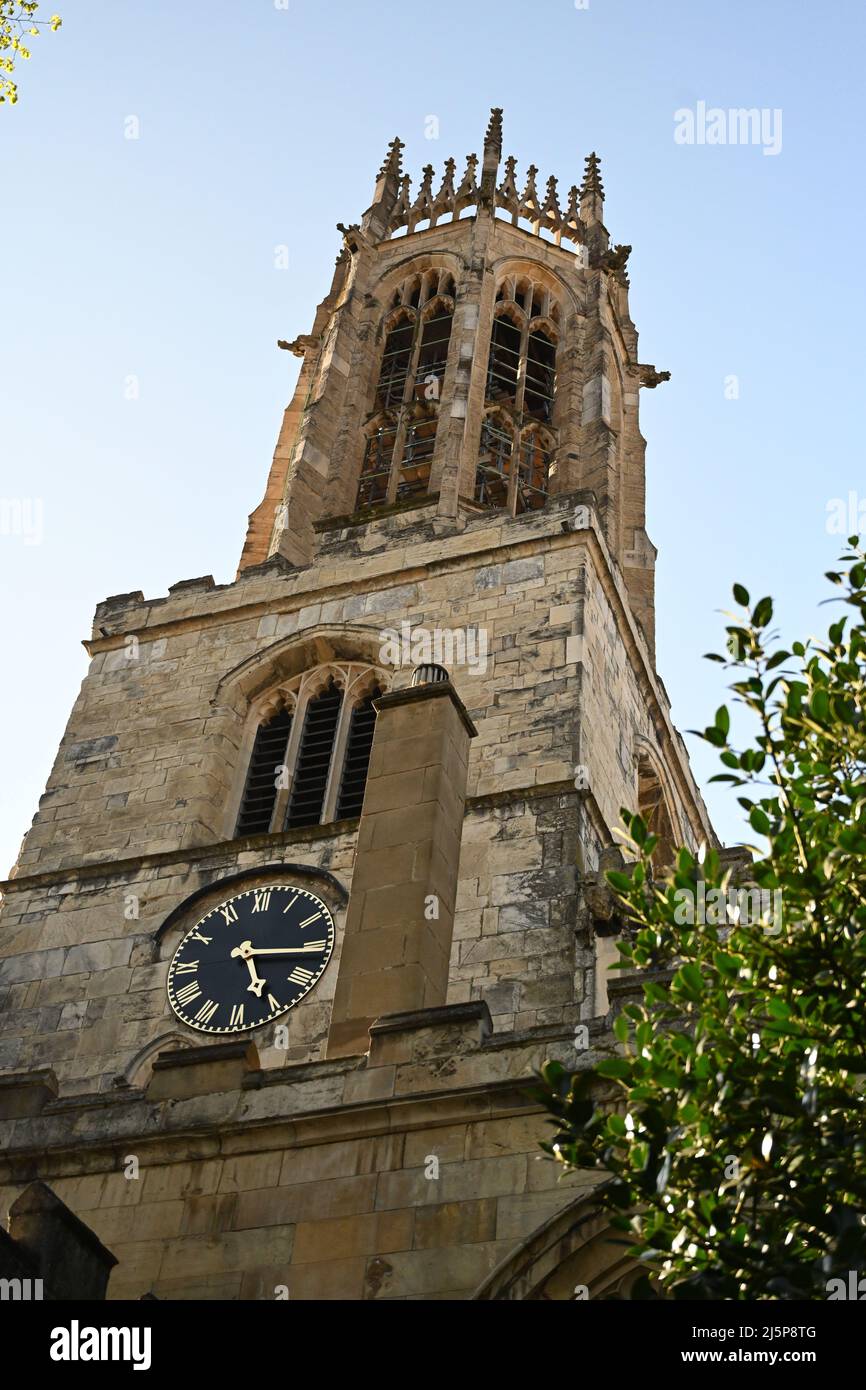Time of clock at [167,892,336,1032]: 5:15
